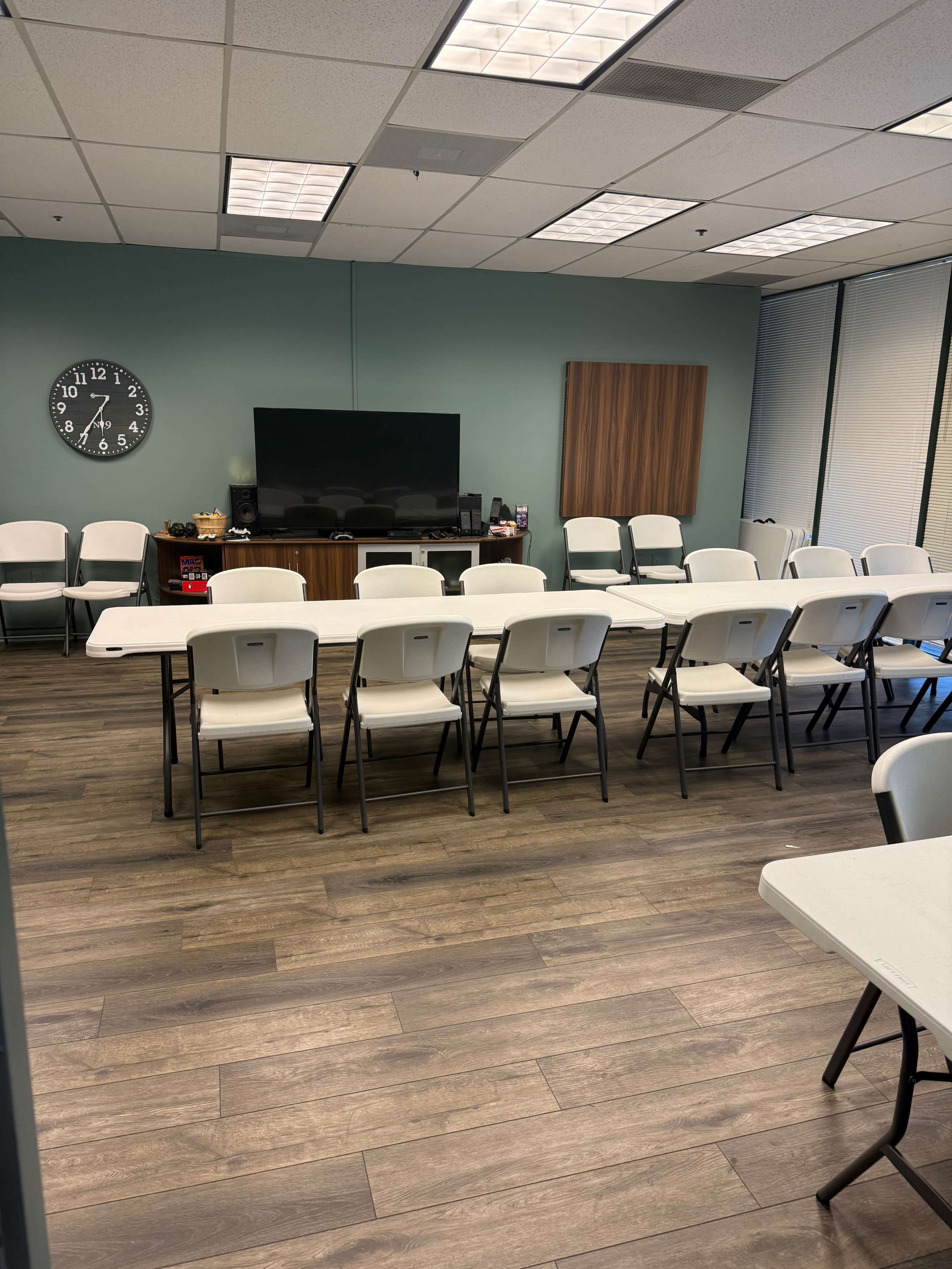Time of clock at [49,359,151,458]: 5:35
